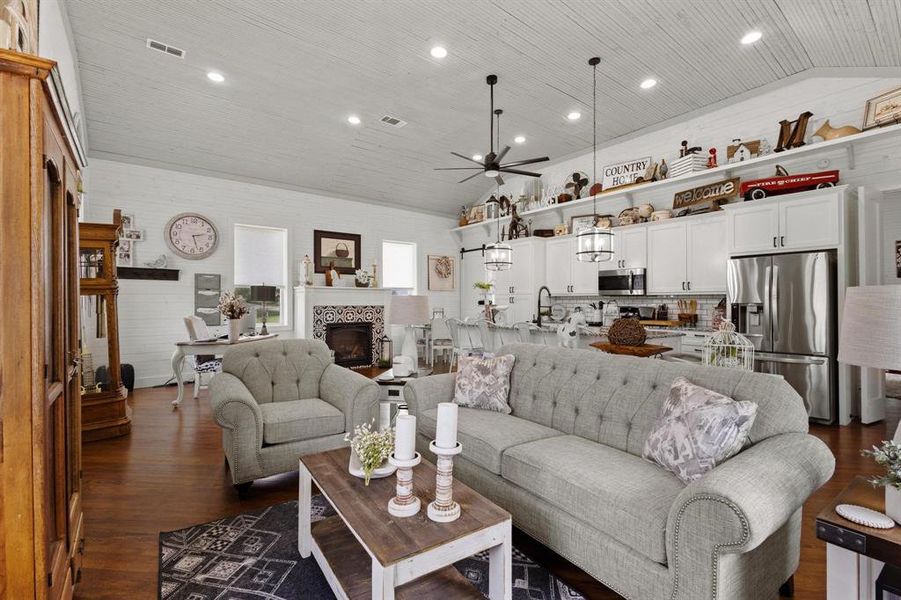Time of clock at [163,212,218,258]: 2:27
